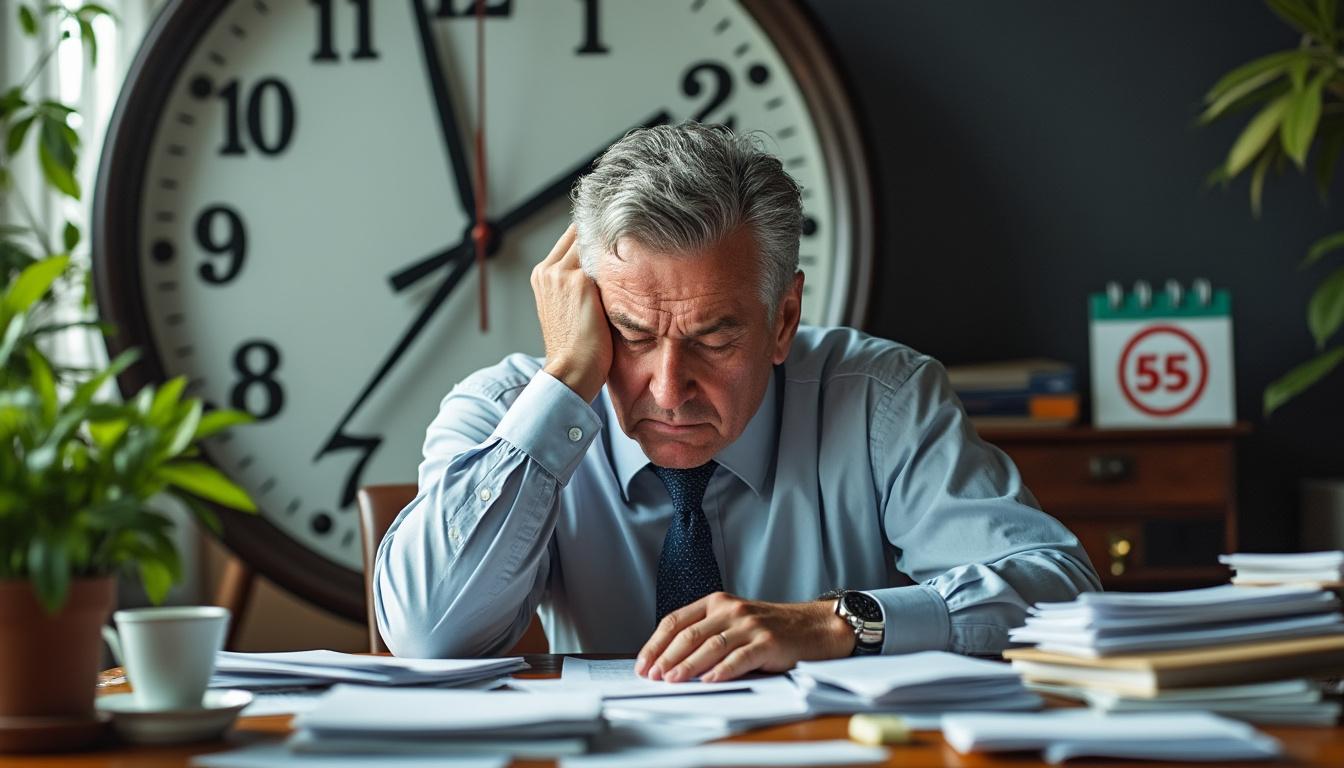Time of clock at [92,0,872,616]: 11:36
